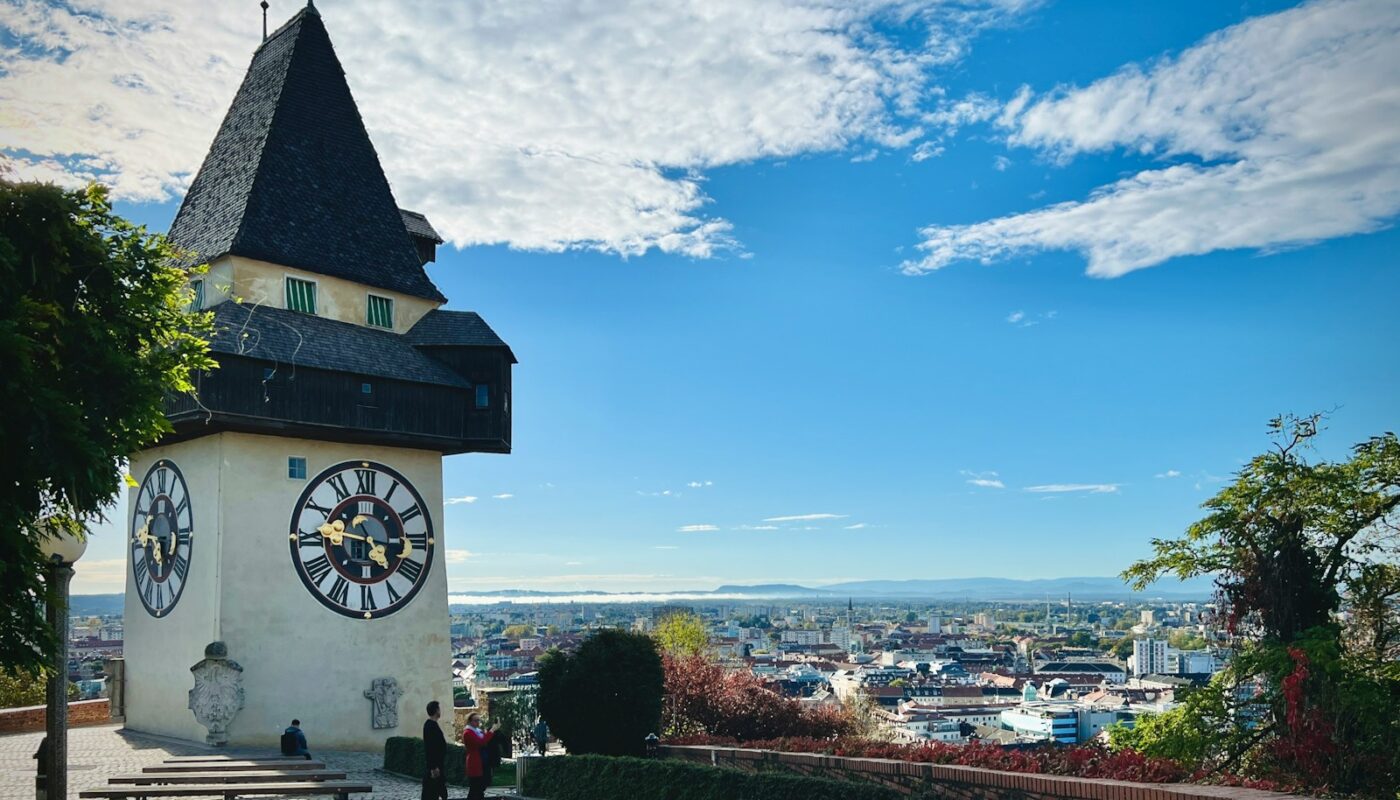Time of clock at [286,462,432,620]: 4:46
